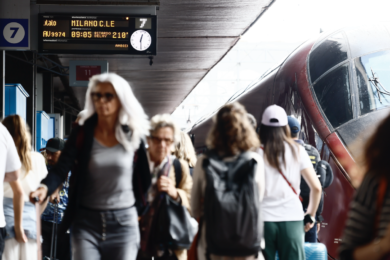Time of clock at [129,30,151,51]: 12:29
